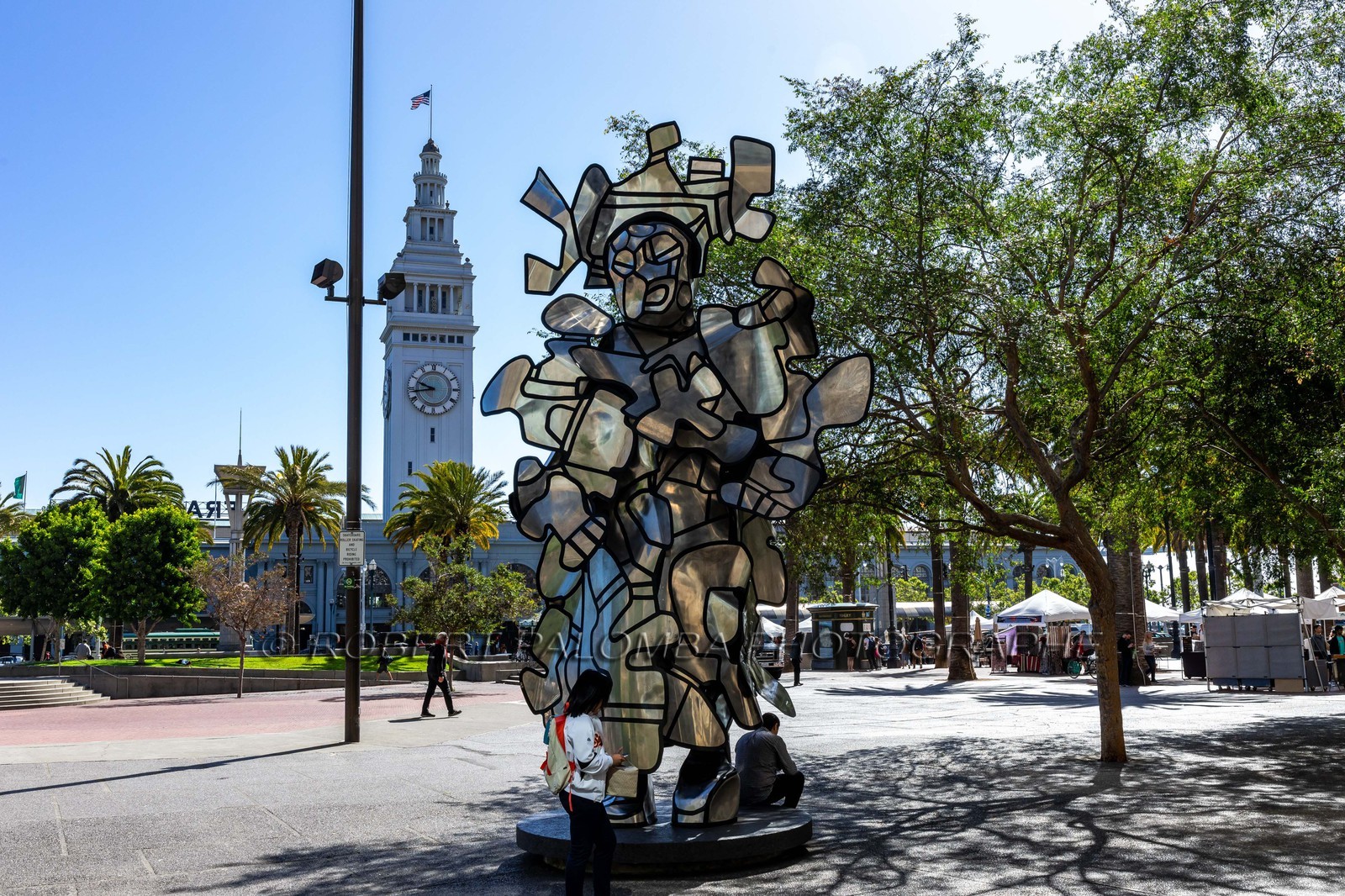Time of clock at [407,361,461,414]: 9:43
